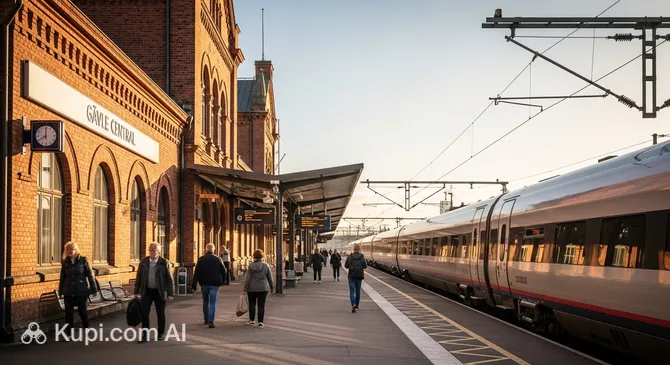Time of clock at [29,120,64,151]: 7:59
